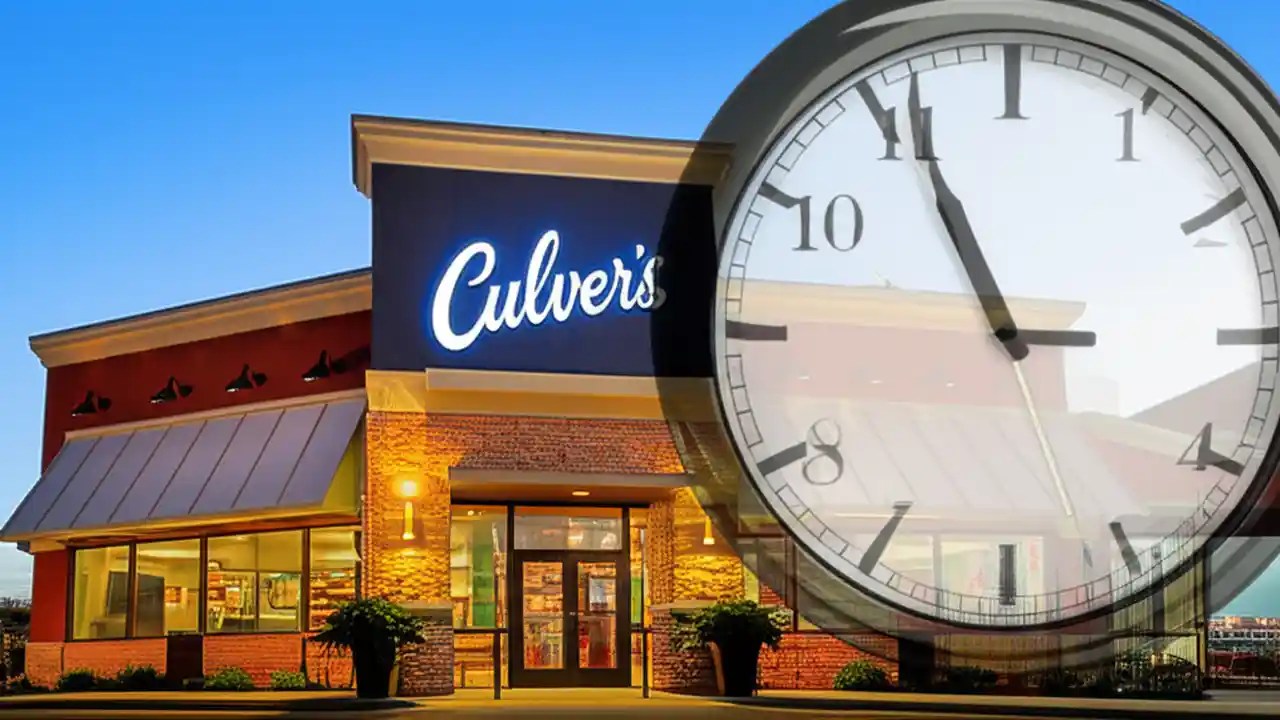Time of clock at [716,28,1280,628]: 10:55
